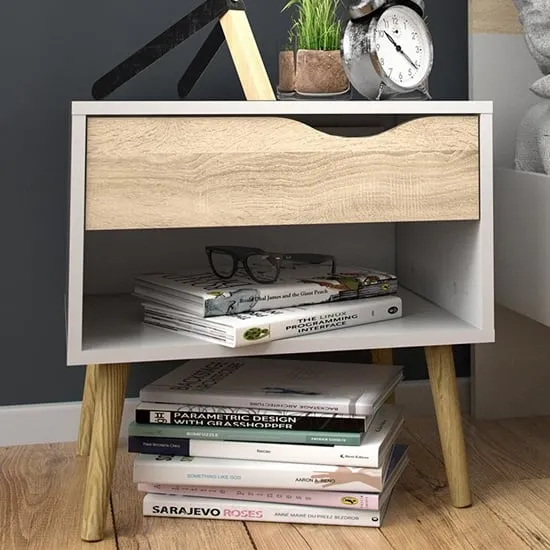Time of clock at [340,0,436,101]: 10:21
